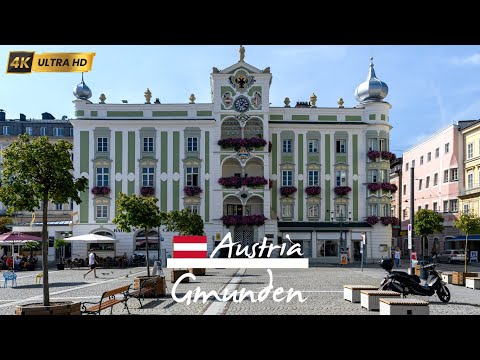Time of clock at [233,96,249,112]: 1:20
